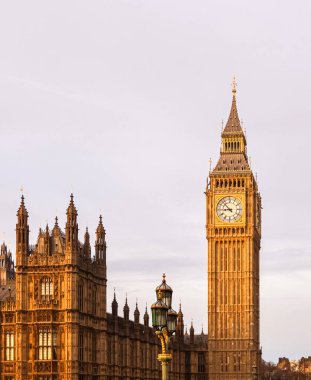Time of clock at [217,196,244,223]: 8:52
